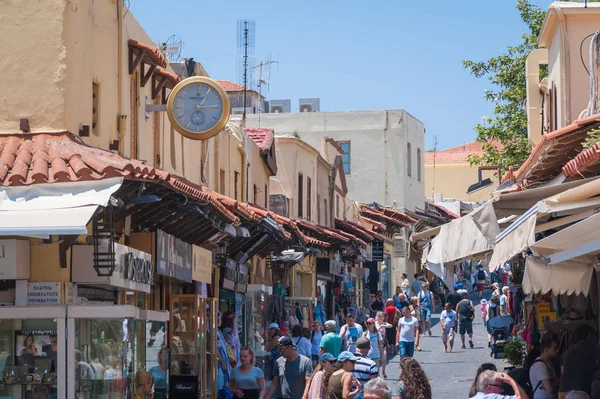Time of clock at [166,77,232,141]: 1:14
